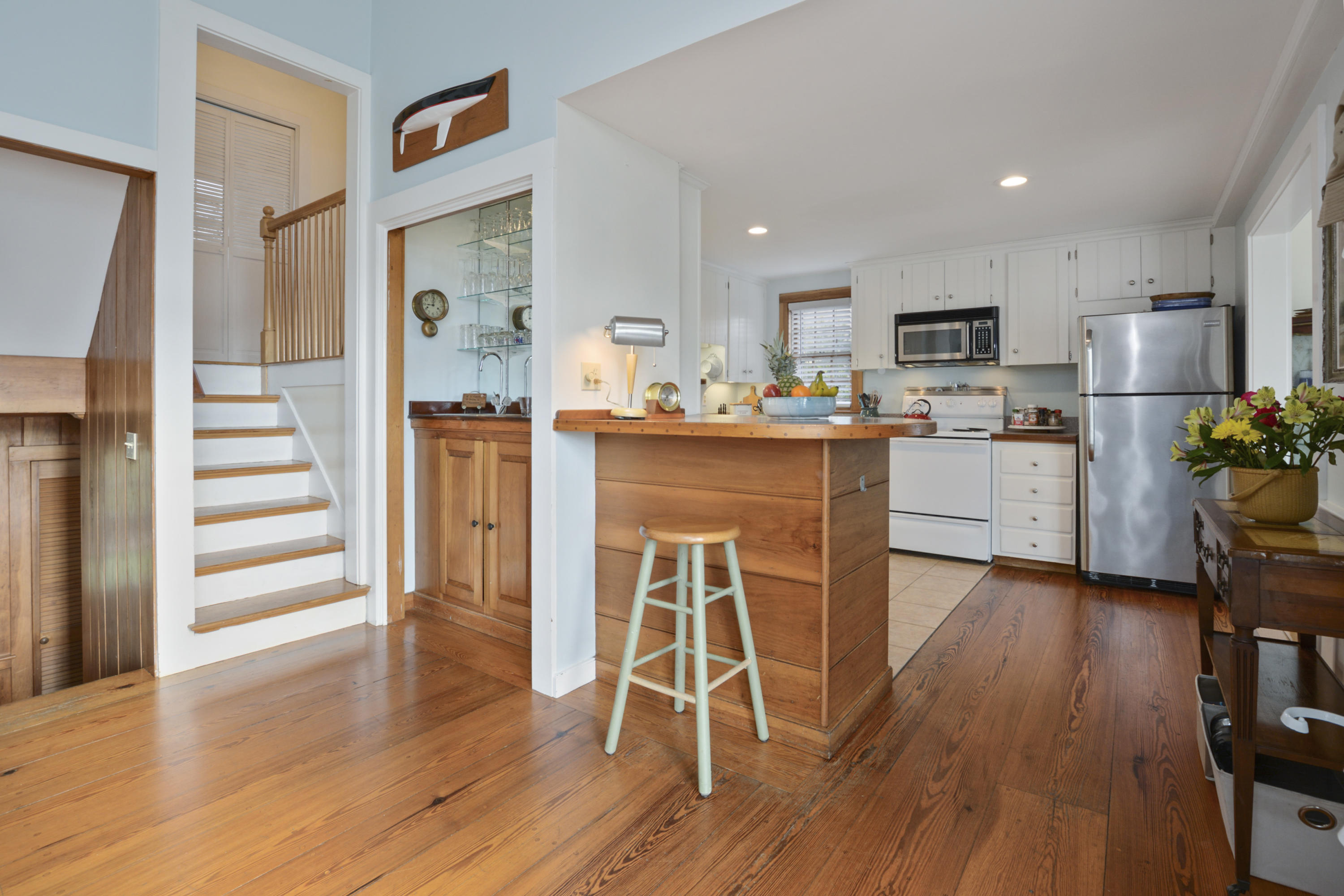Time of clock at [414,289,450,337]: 9:01
